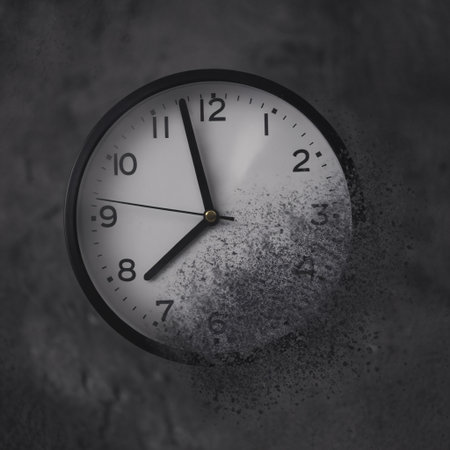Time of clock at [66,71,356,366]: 7:57
